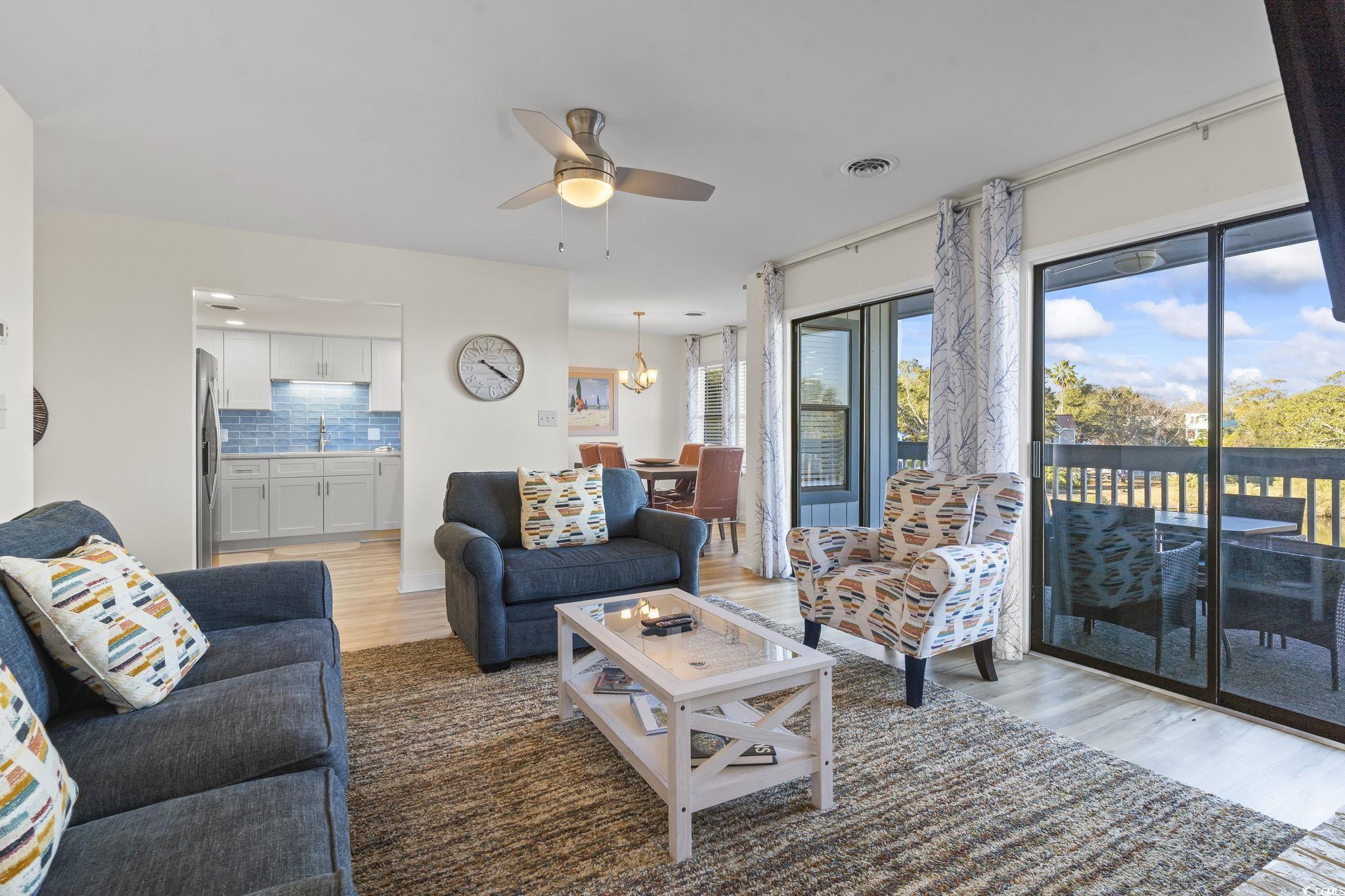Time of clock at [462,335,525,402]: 4:20
